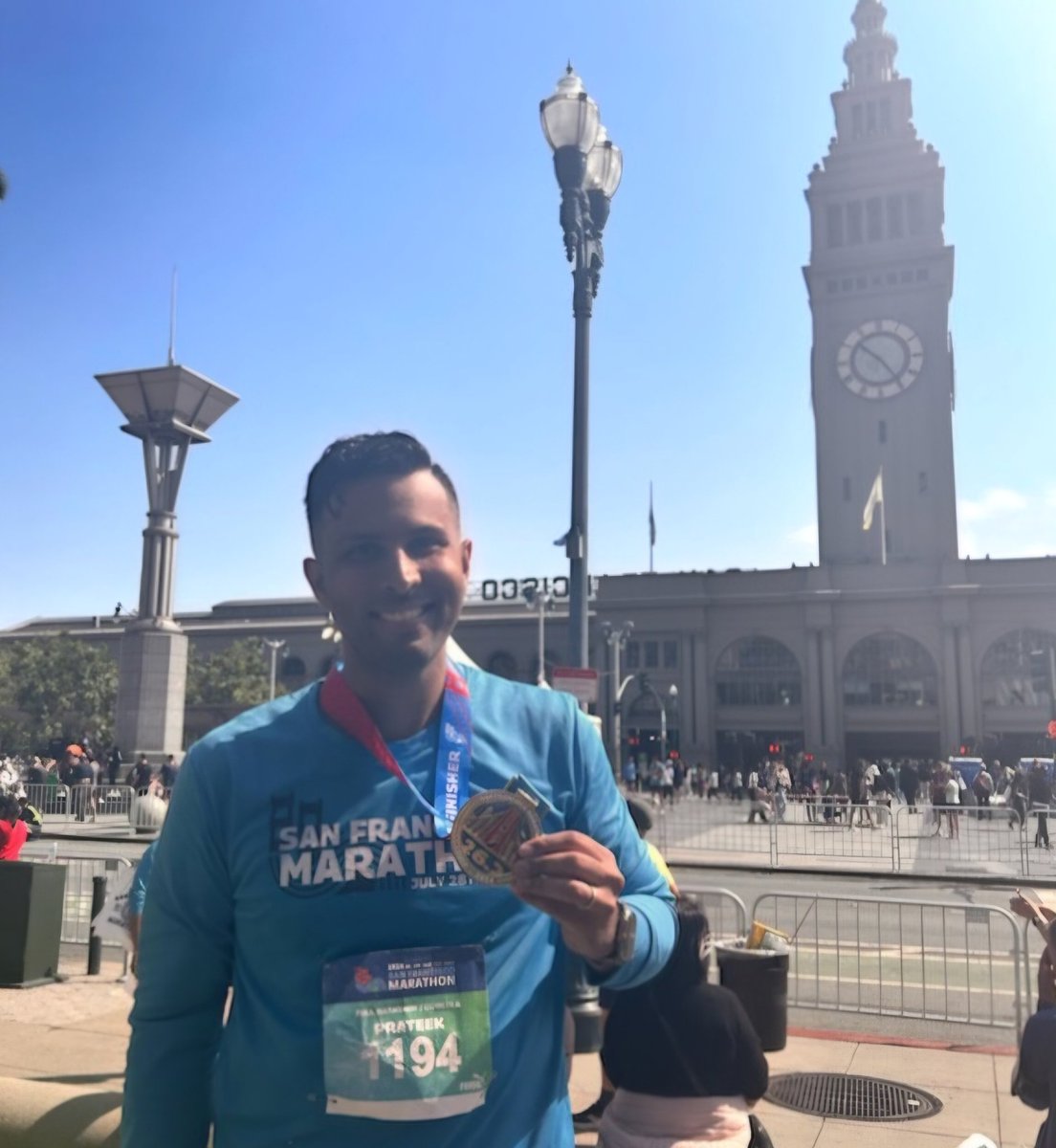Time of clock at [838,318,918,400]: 10:24
